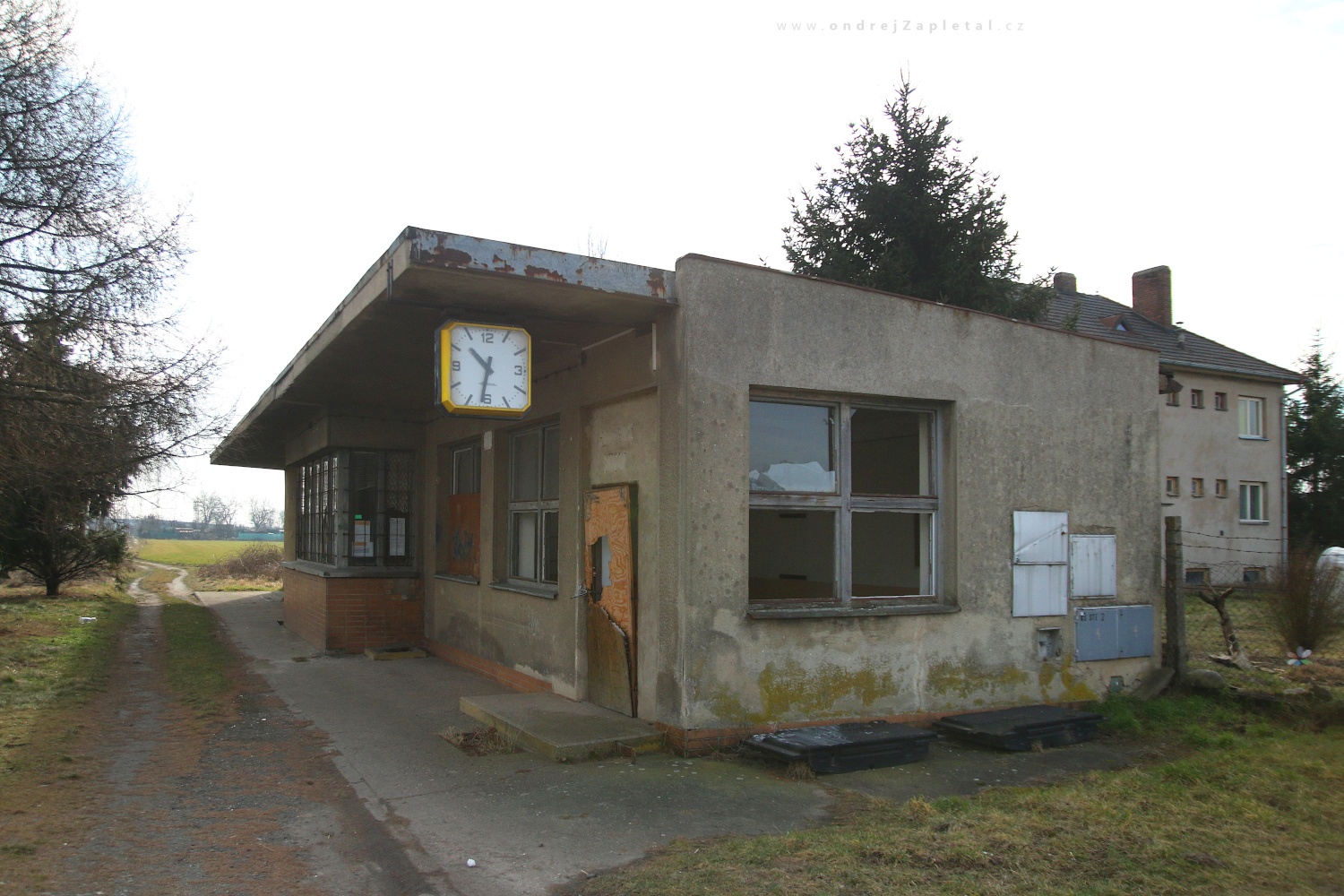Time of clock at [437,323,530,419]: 10:31
